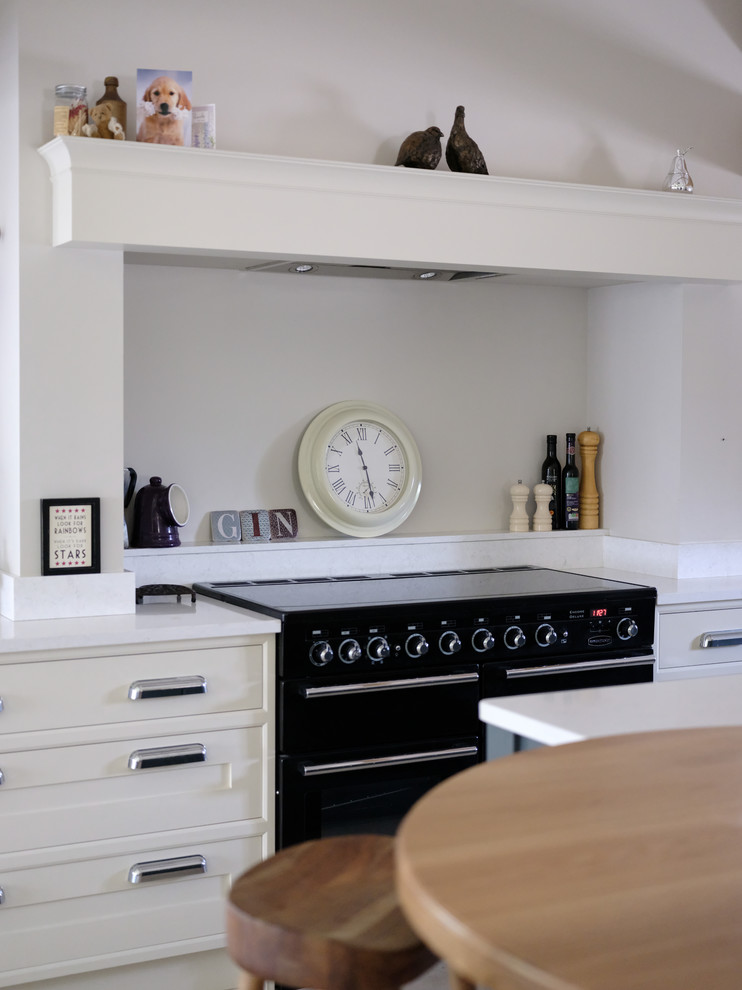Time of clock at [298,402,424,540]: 11:28
